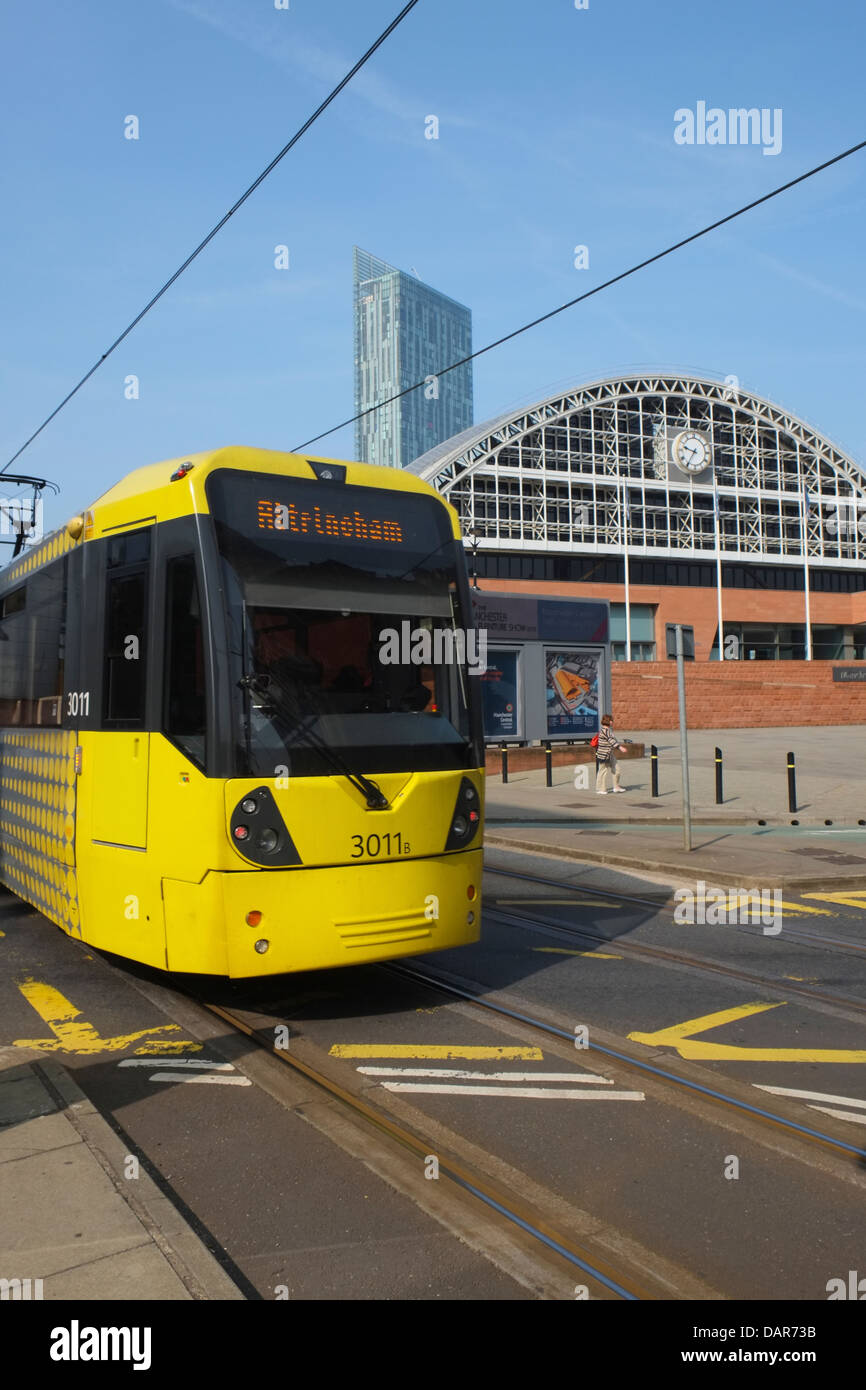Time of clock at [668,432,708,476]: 9:35
